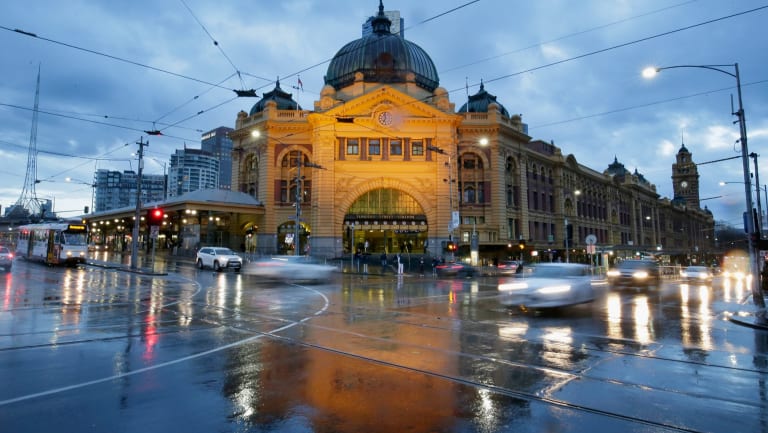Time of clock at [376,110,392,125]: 6:58
